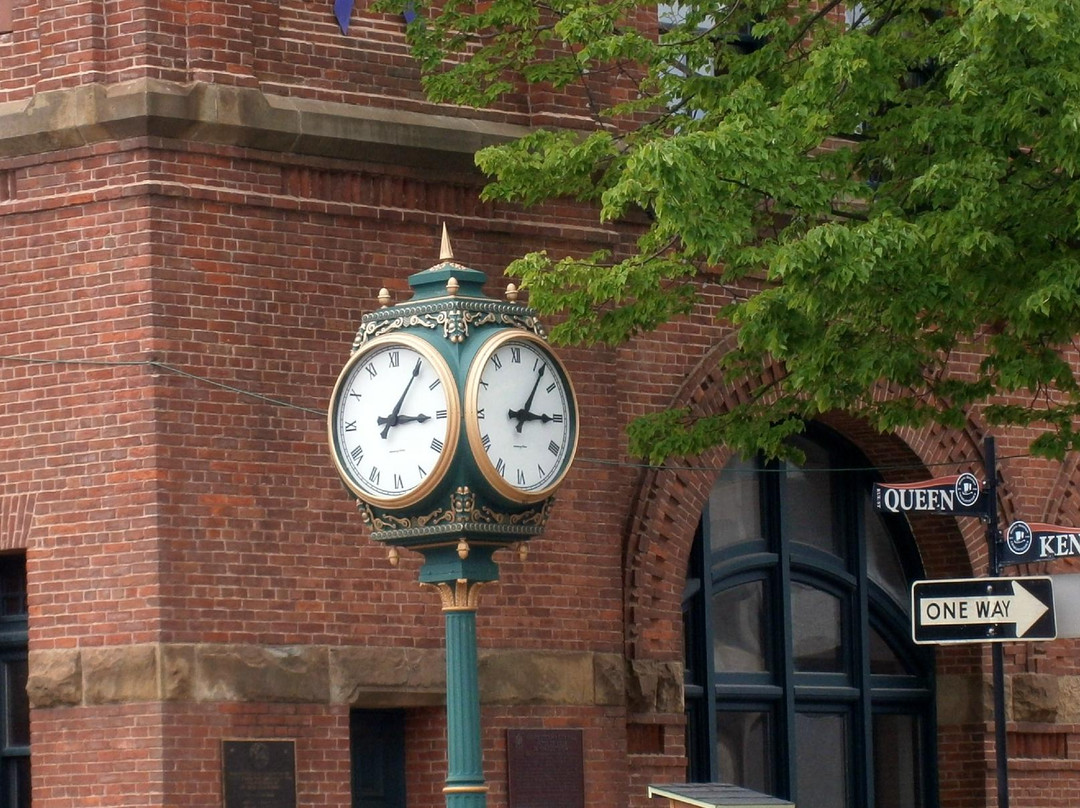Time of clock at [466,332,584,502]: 3:06
